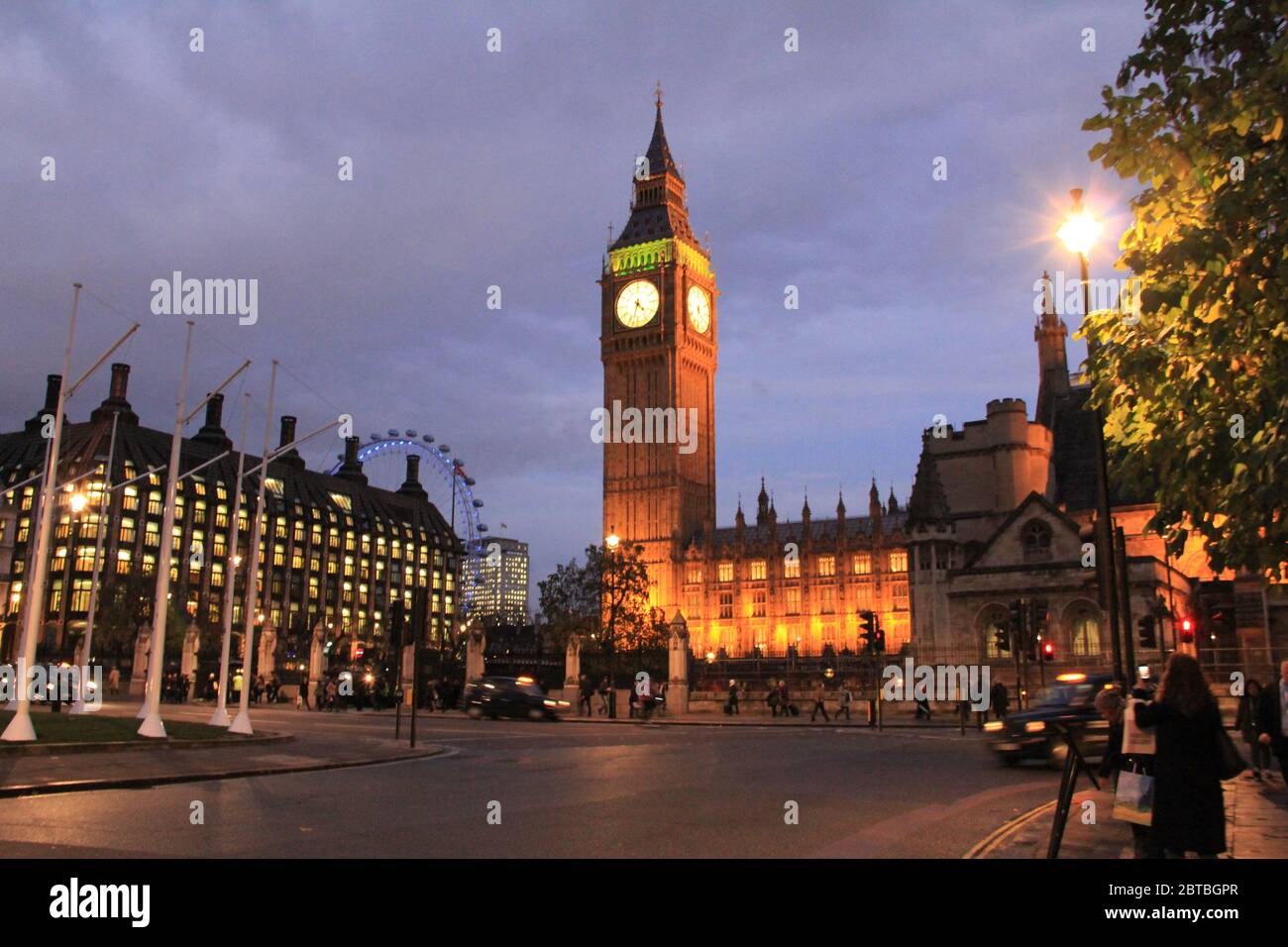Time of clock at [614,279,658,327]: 4:32
